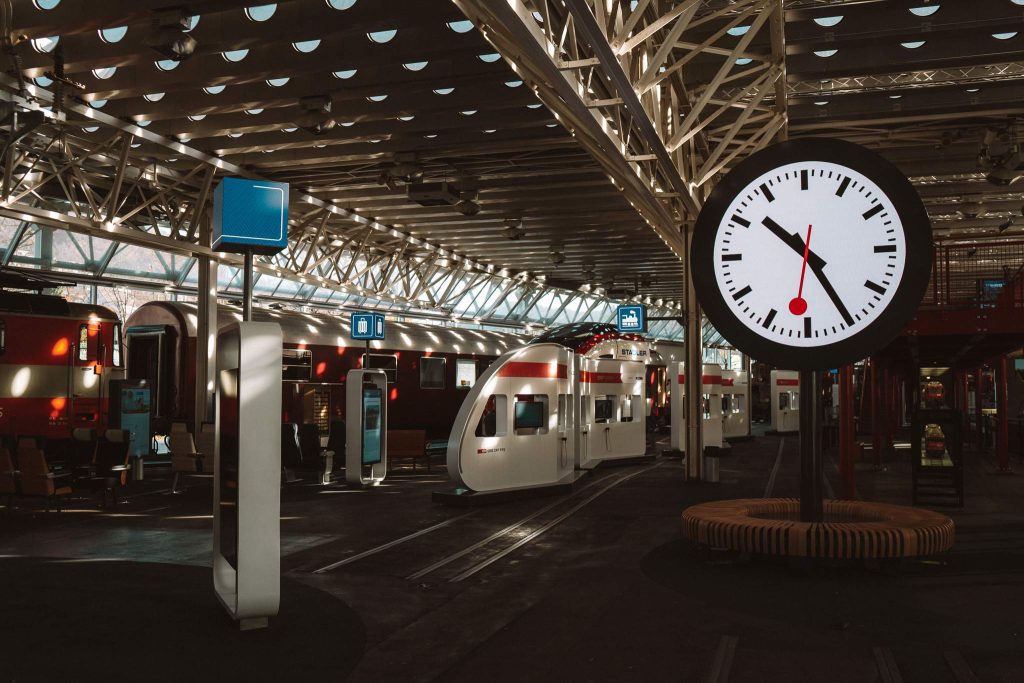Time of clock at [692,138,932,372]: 10:24
